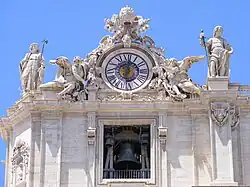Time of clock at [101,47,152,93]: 12:28
